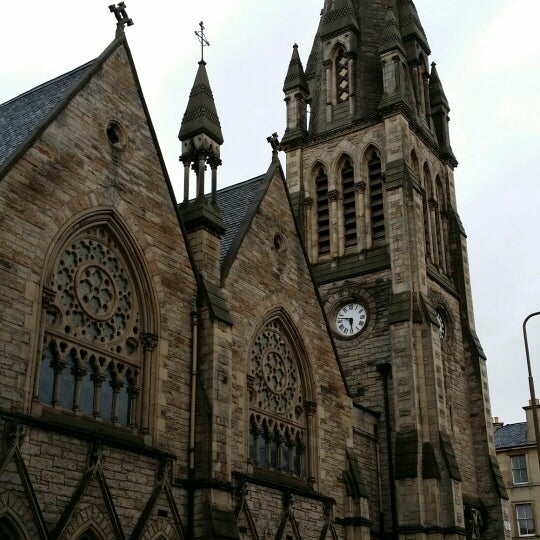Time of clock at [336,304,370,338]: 5:47
